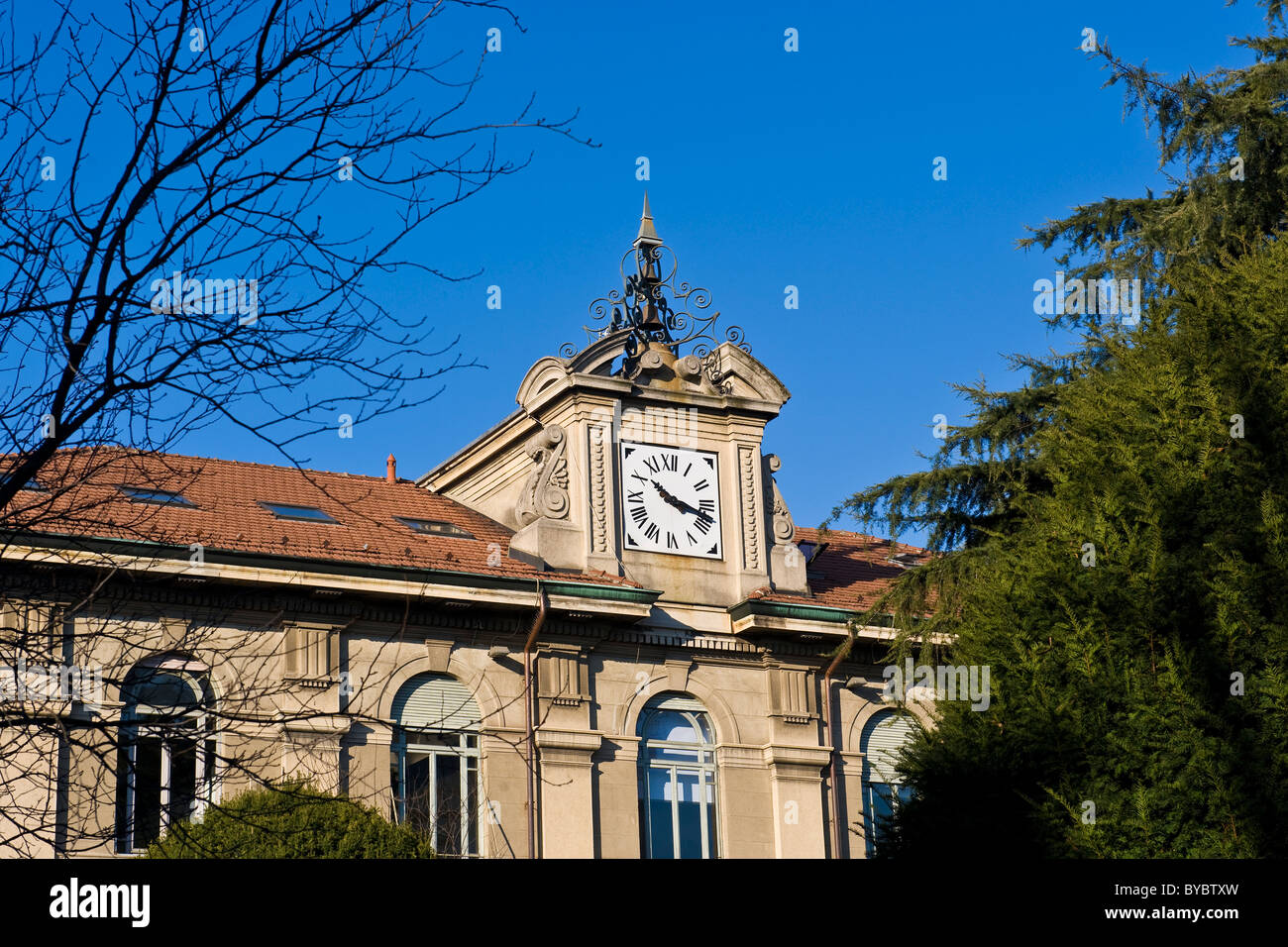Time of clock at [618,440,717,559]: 10:17
